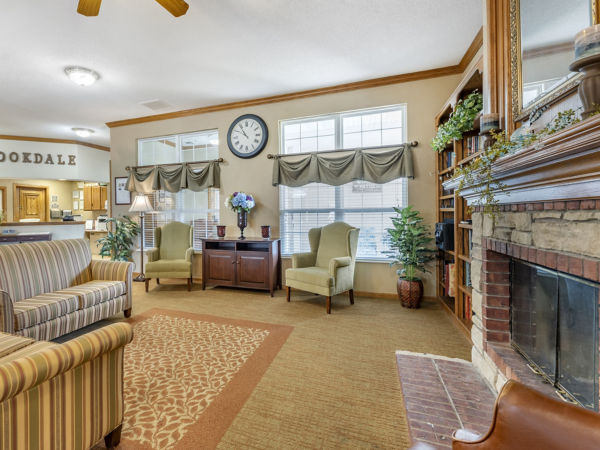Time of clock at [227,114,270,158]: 10:49
